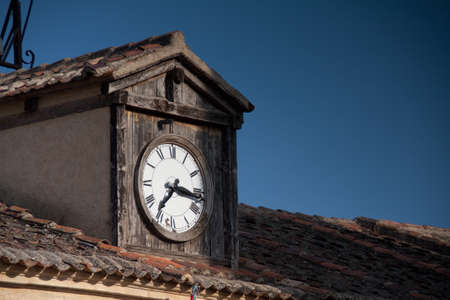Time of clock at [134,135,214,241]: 7:16
